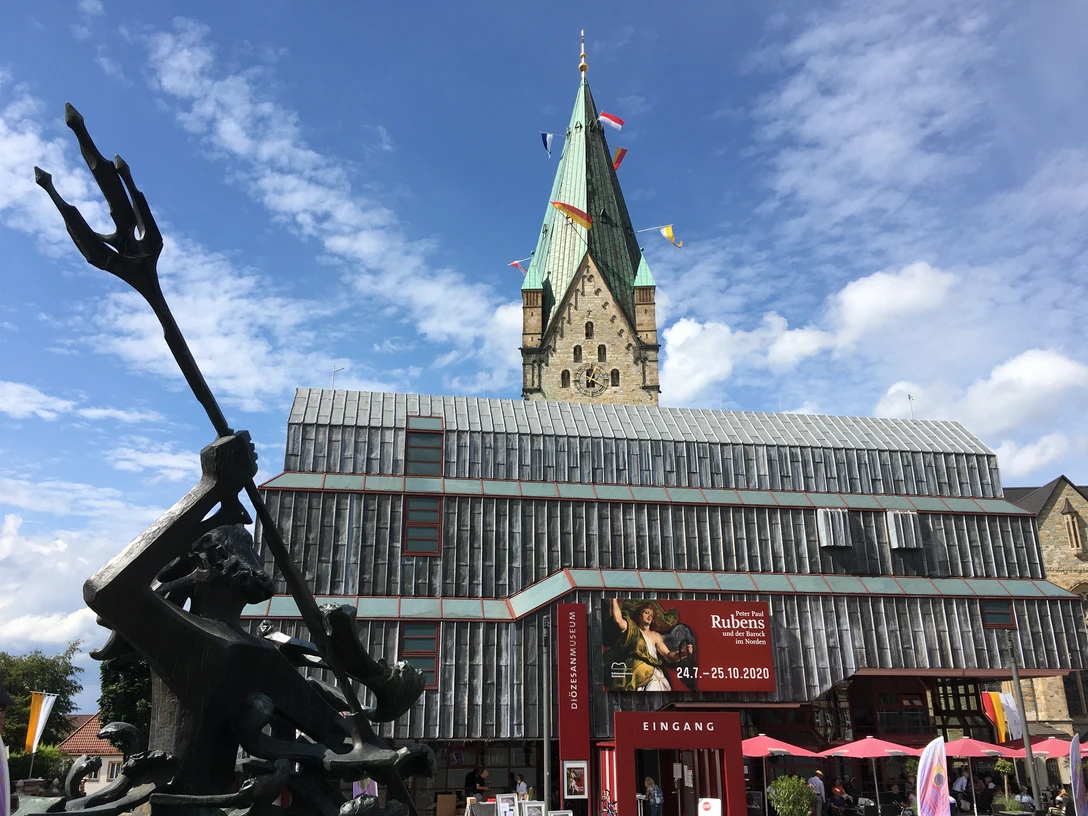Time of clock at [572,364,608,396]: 12:19
